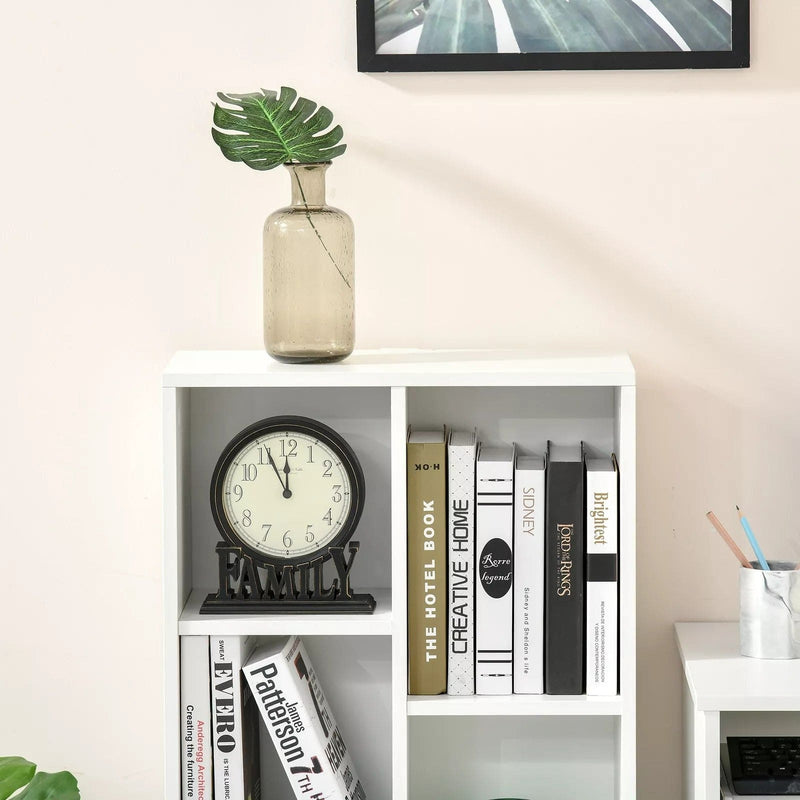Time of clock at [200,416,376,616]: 11:55
